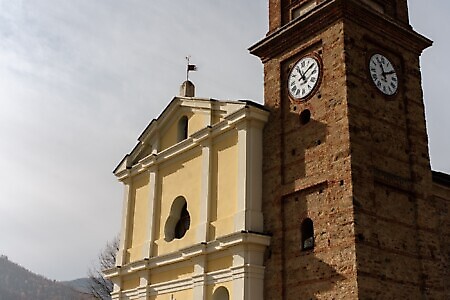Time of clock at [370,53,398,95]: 11:11
